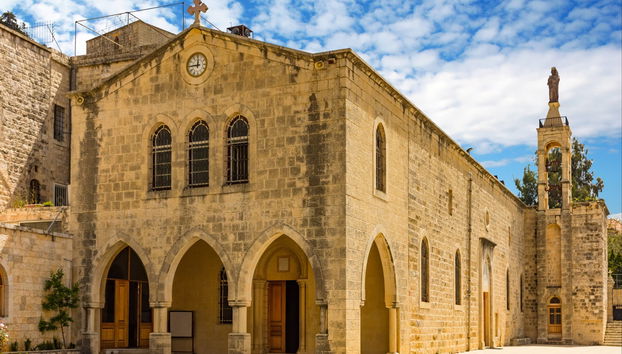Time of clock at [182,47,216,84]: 11:44
